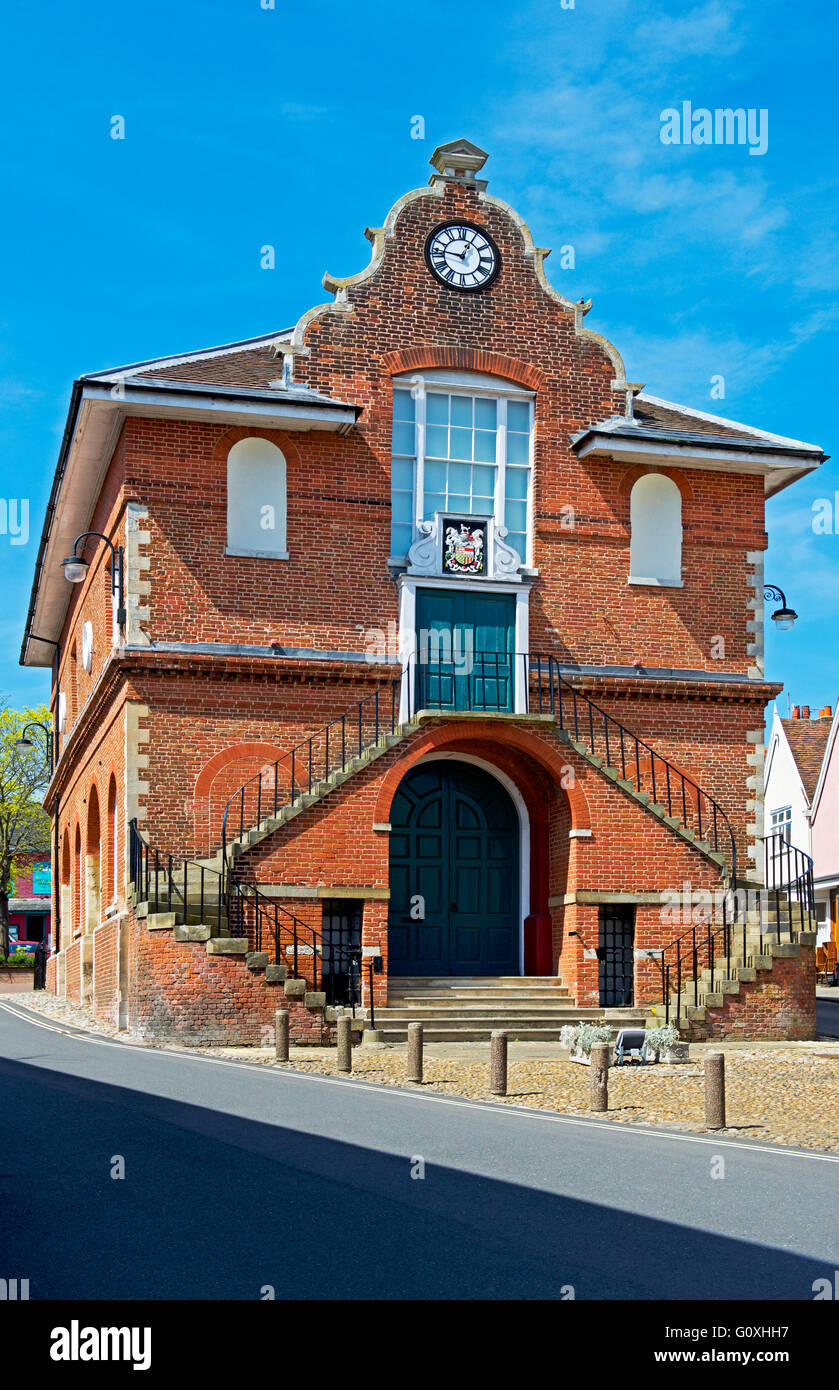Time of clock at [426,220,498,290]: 12:46
